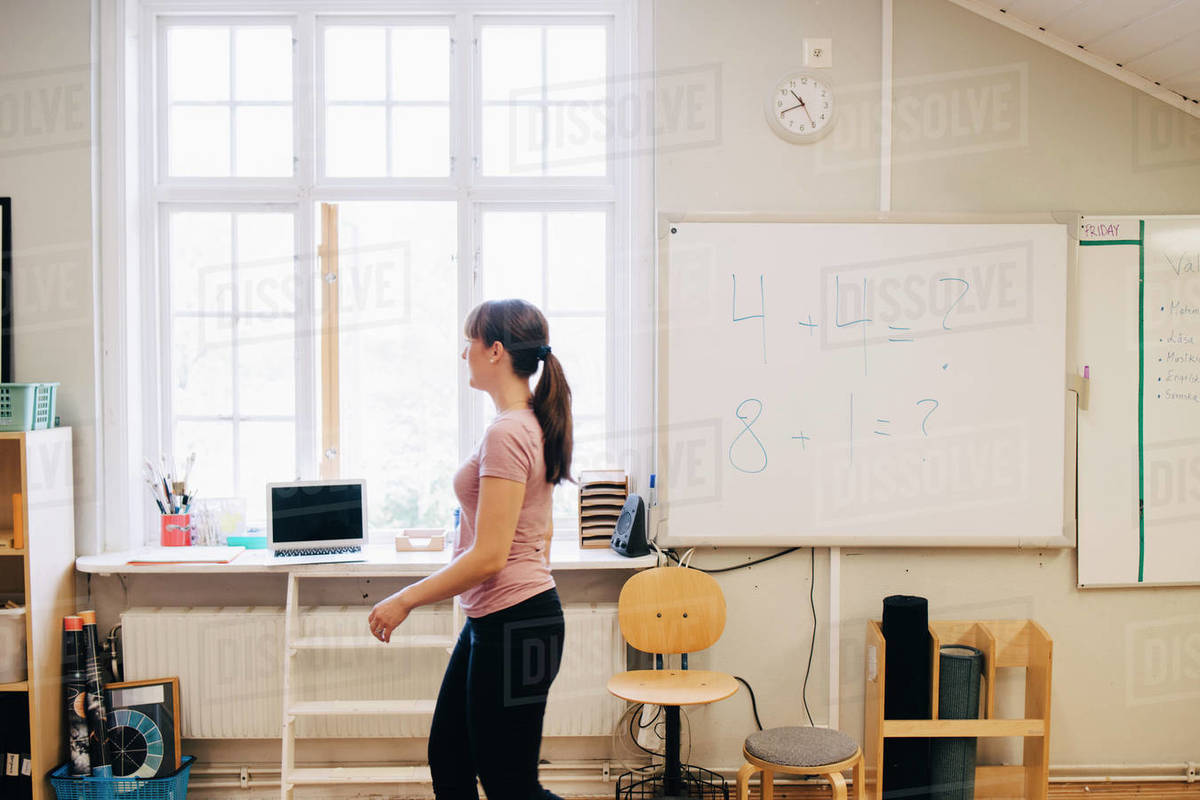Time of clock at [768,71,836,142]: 10:41
